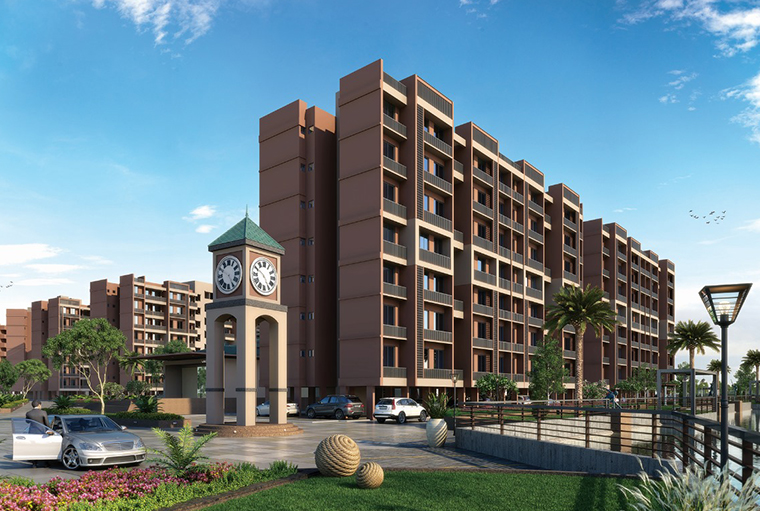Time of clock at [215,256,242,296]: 4:49
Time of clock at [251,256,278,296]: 4:50
